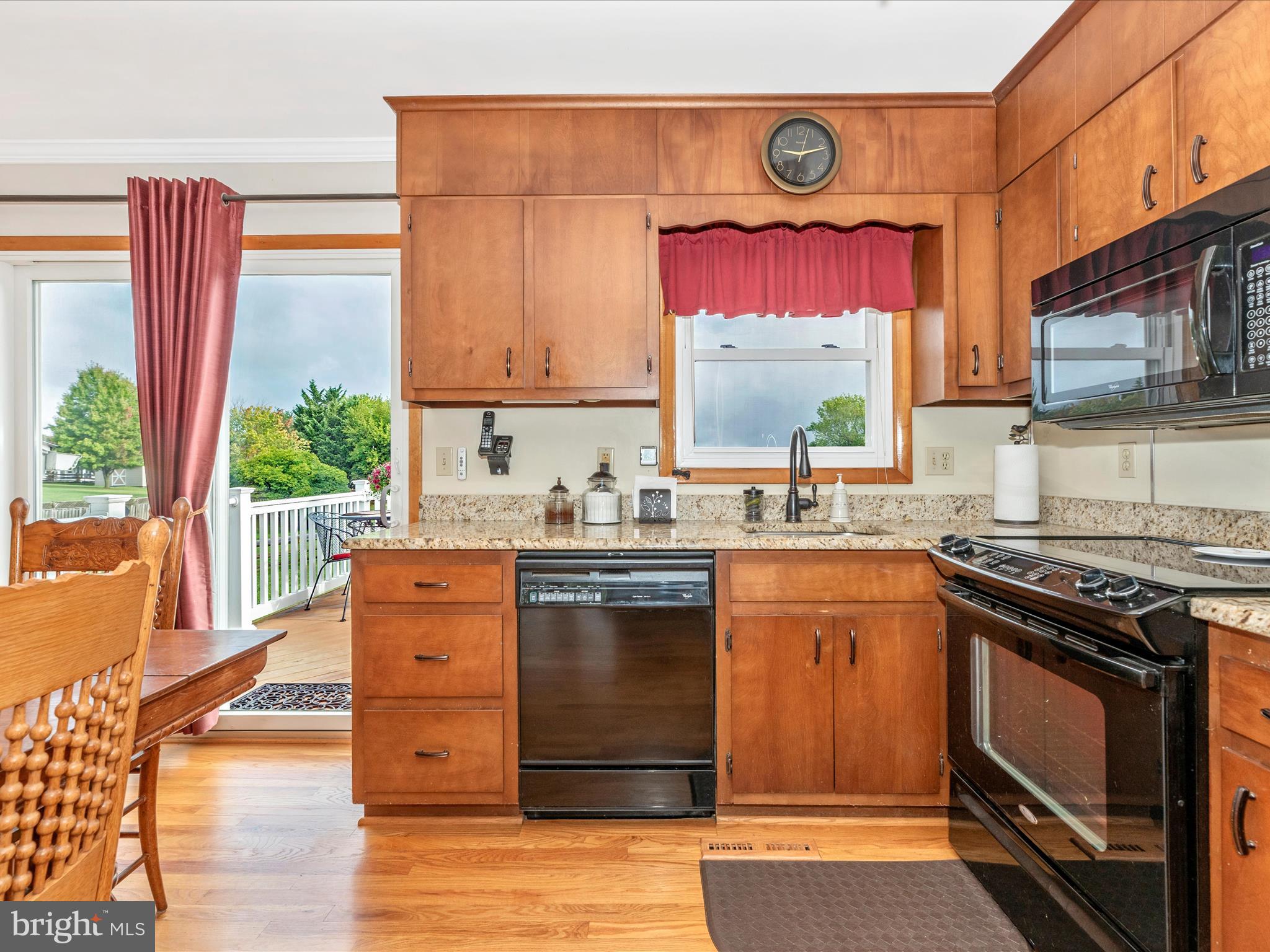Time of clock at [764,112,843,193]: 9:12
